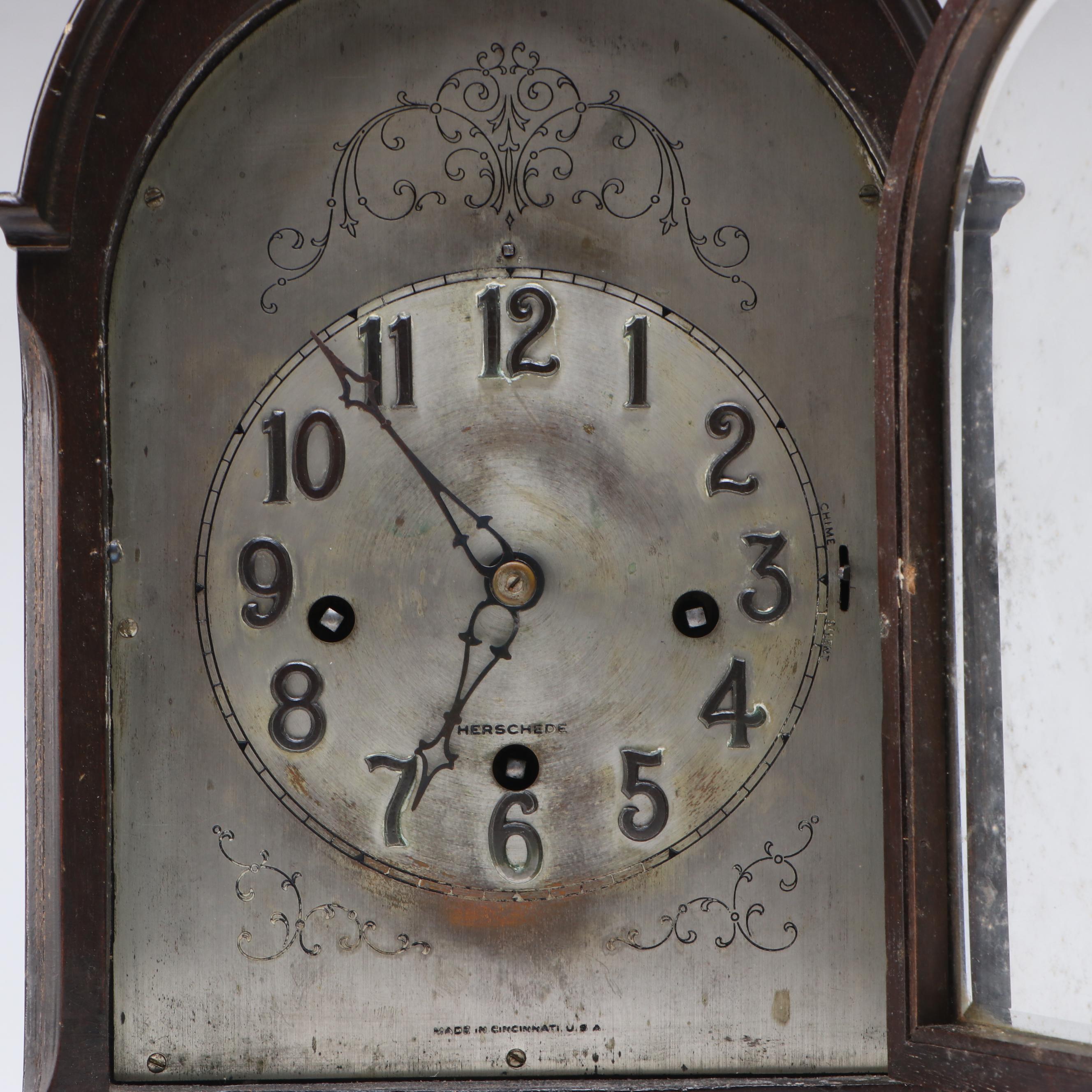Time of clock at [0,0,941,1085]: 6:53
